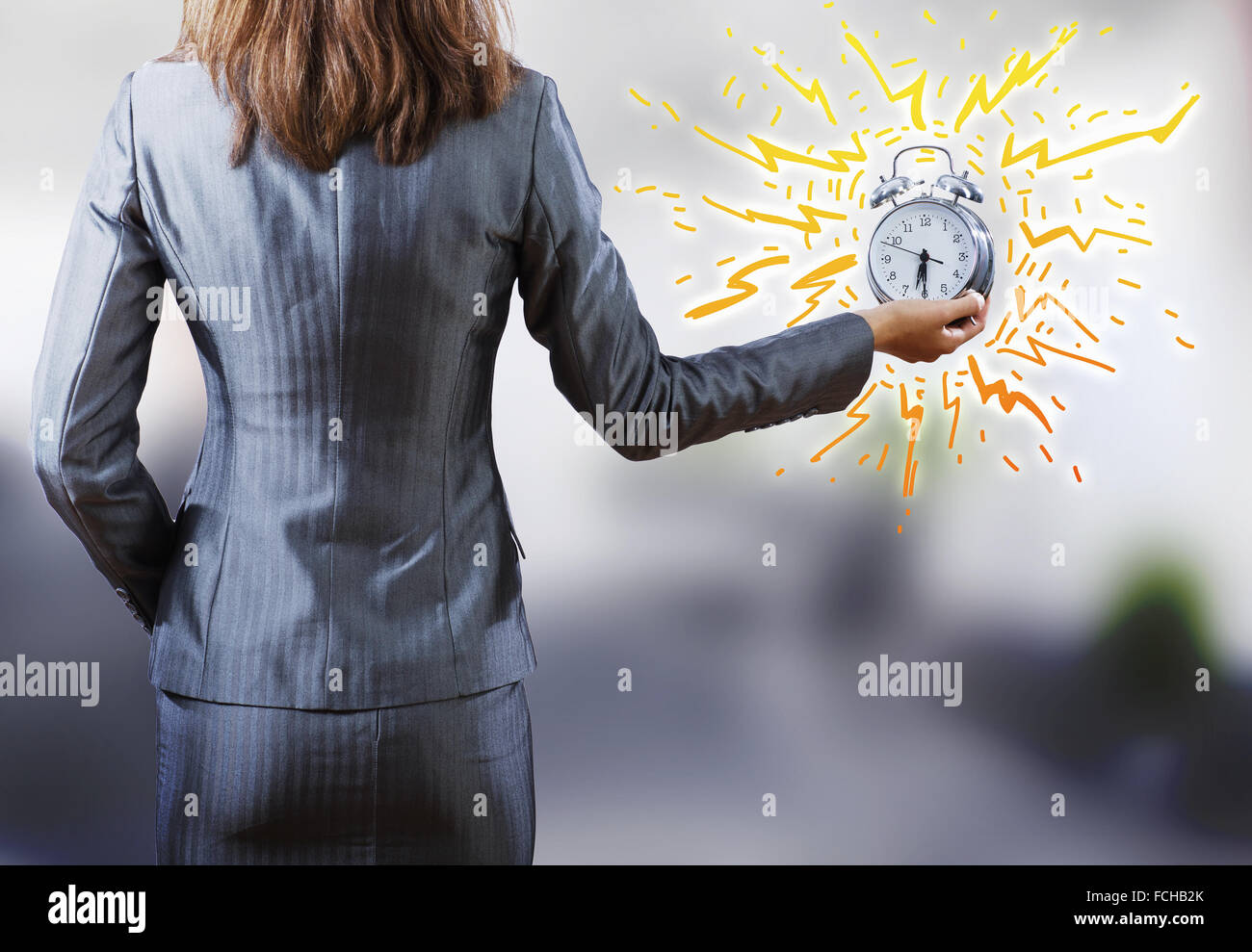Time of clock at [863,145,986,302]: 6:30
